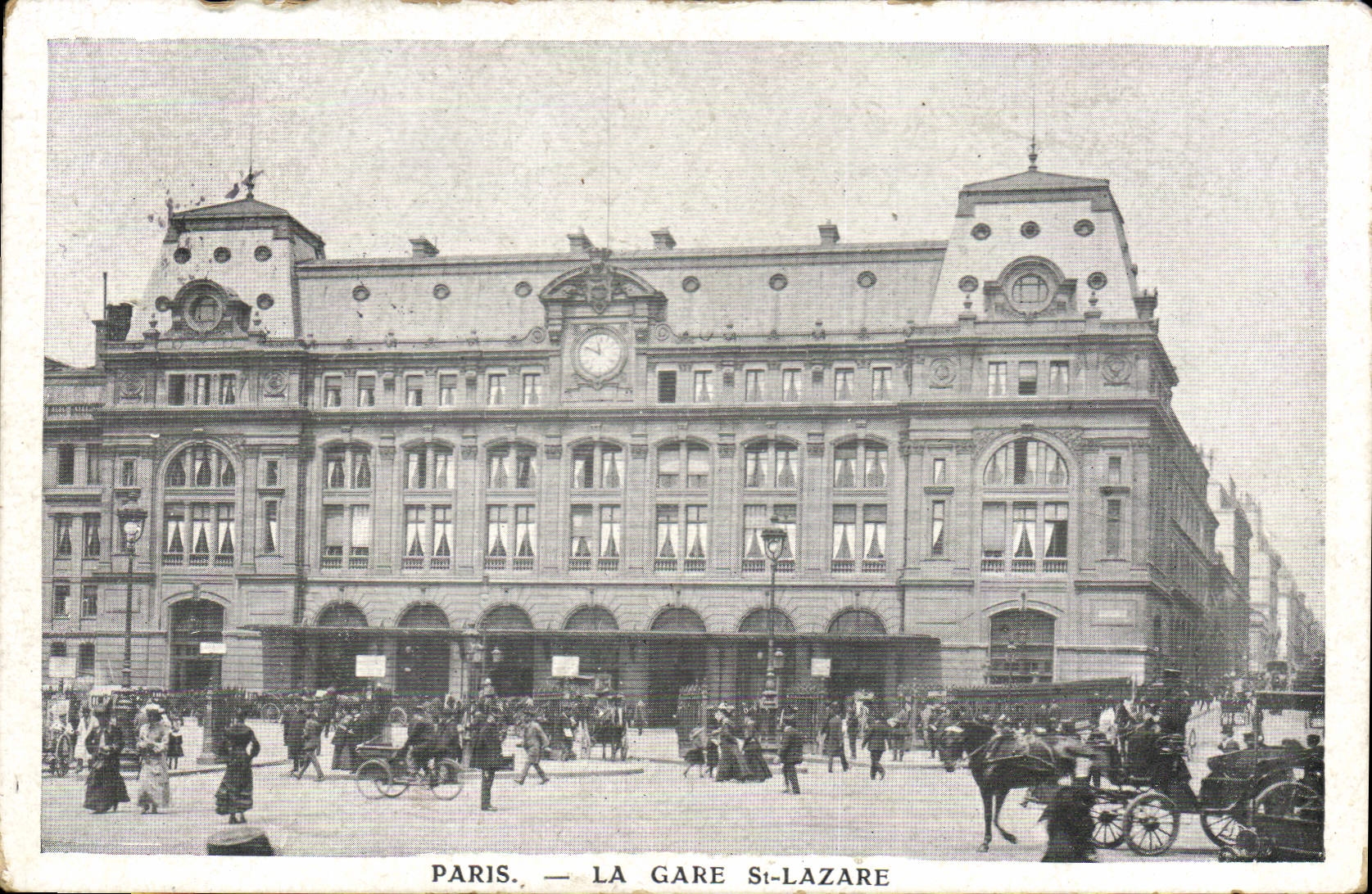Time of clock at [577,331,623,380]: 11:48
